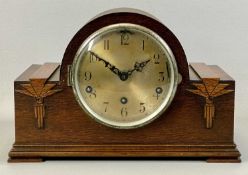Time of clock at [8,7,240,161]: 1:51
